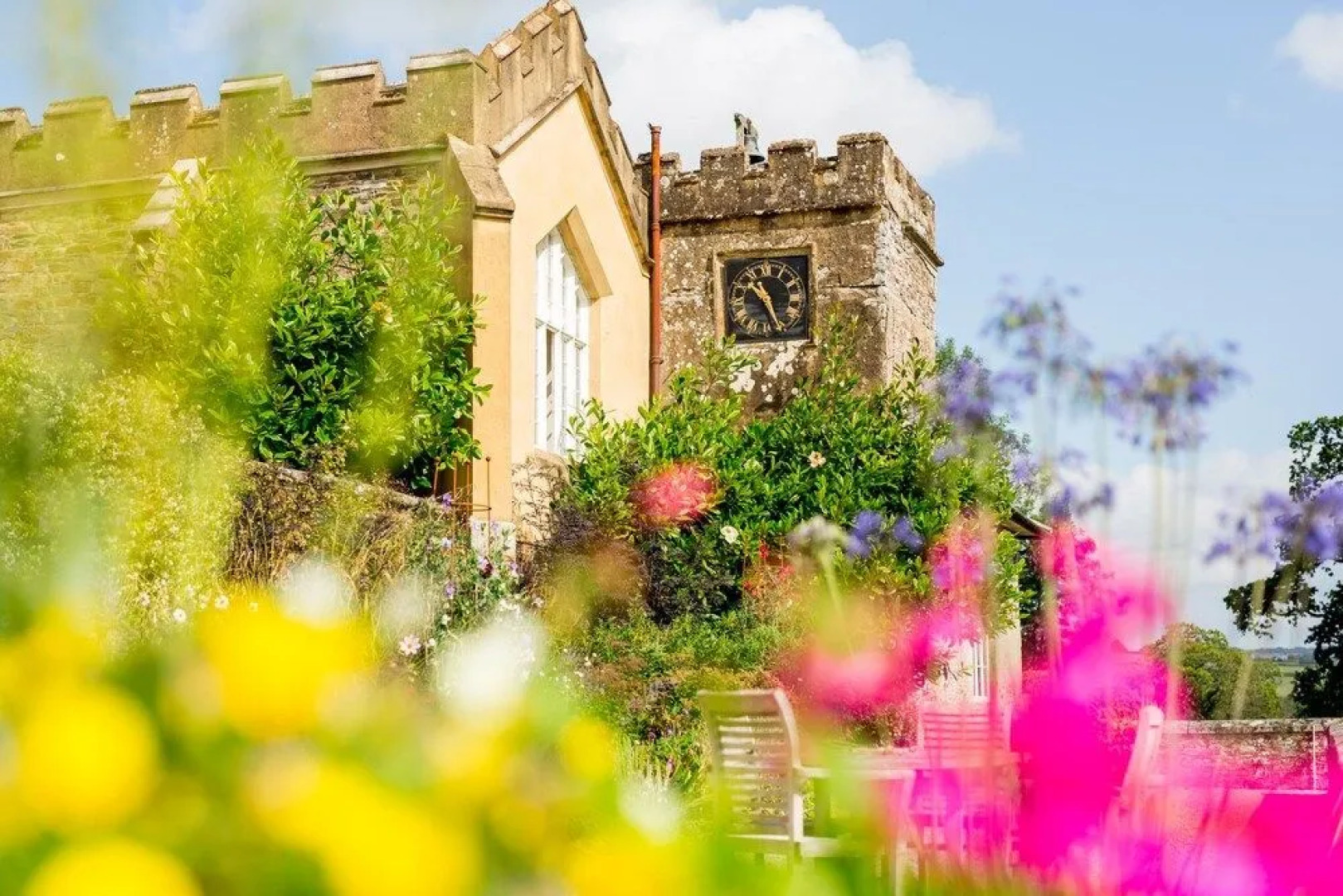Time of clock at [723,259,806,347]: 10:26
